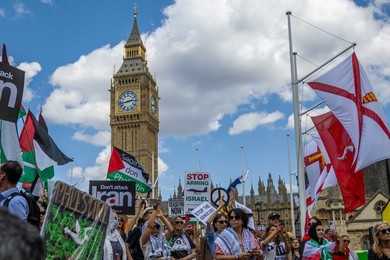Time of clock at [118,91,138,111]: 2:43
